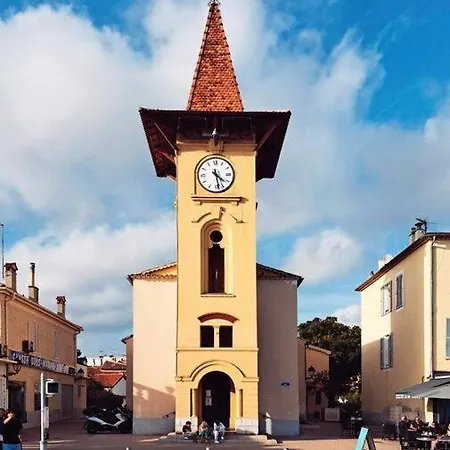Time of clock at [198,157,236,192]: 4:28
